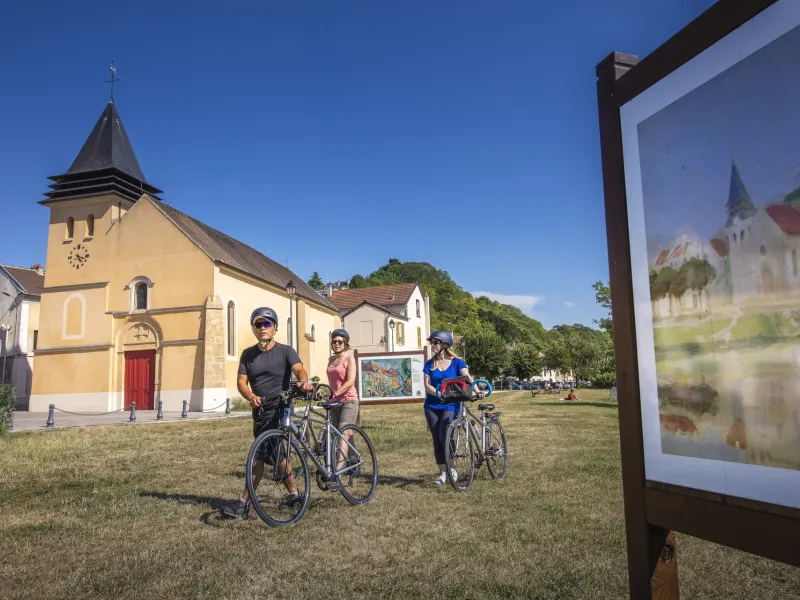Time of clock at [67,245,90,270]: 5:18
